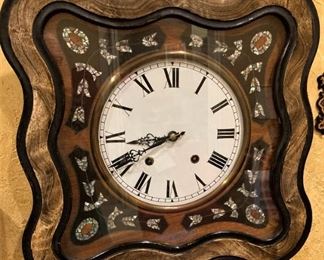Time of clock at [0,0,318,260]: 8:40
